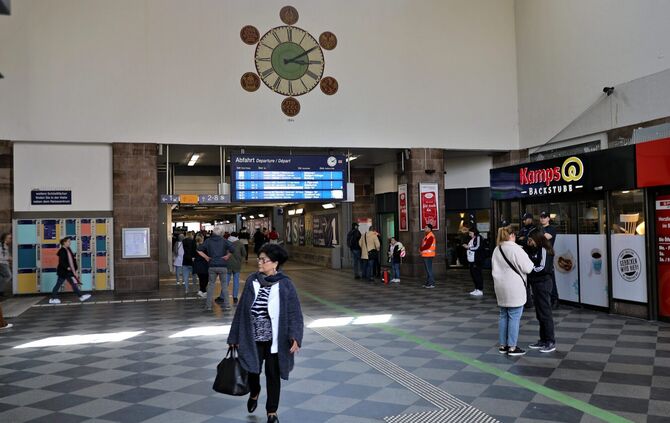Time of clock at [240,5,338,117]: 3:09
